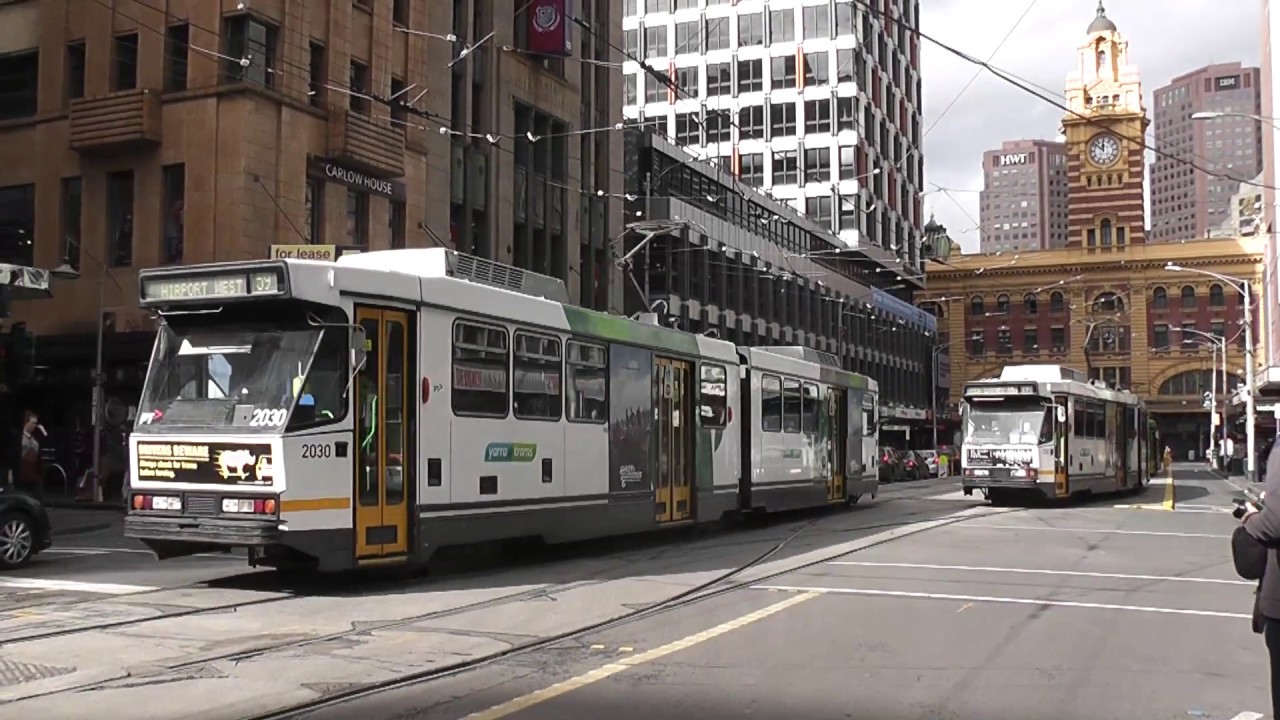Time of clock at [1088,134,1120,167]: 11:51
